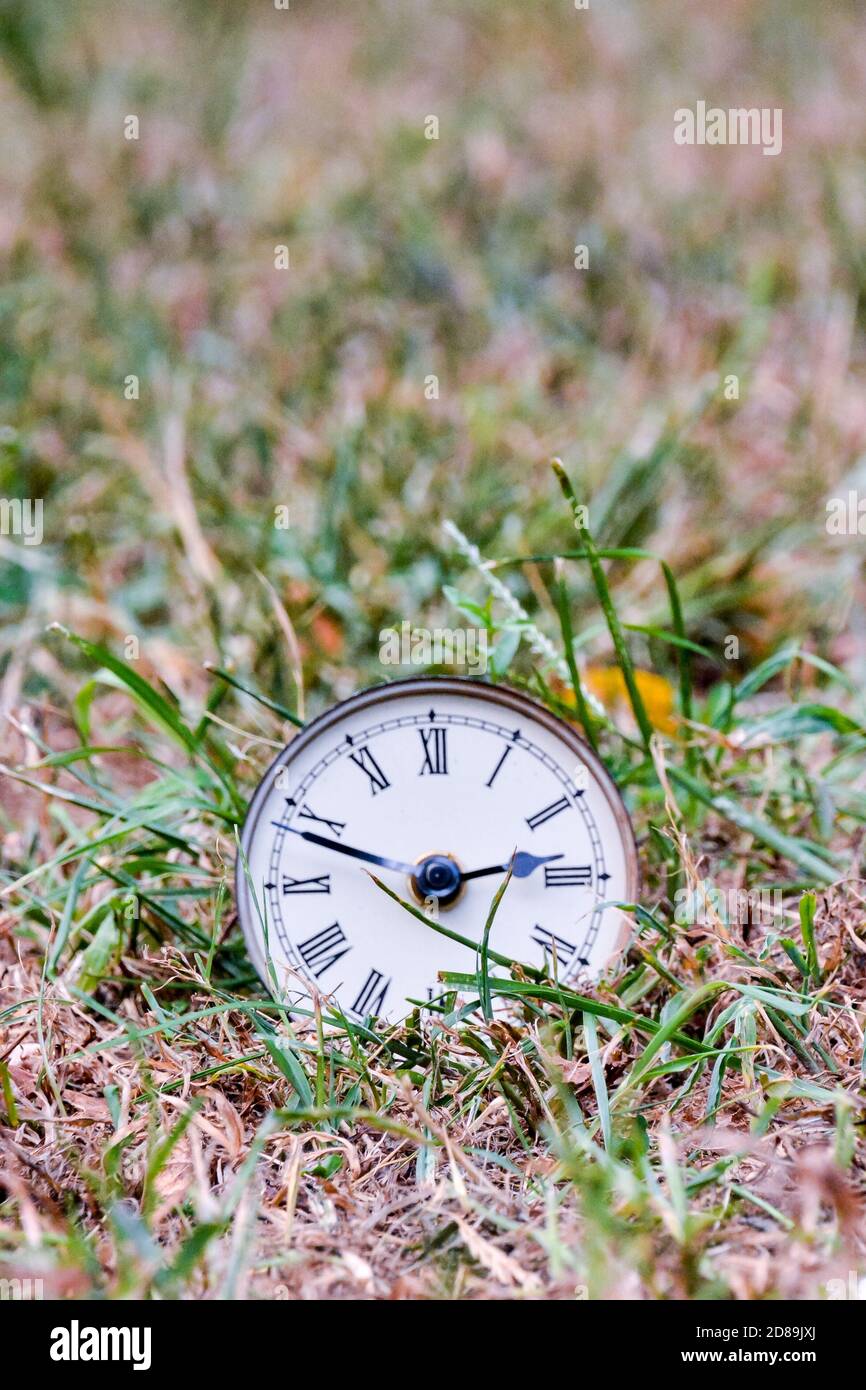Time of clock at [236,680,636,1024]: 2:48
